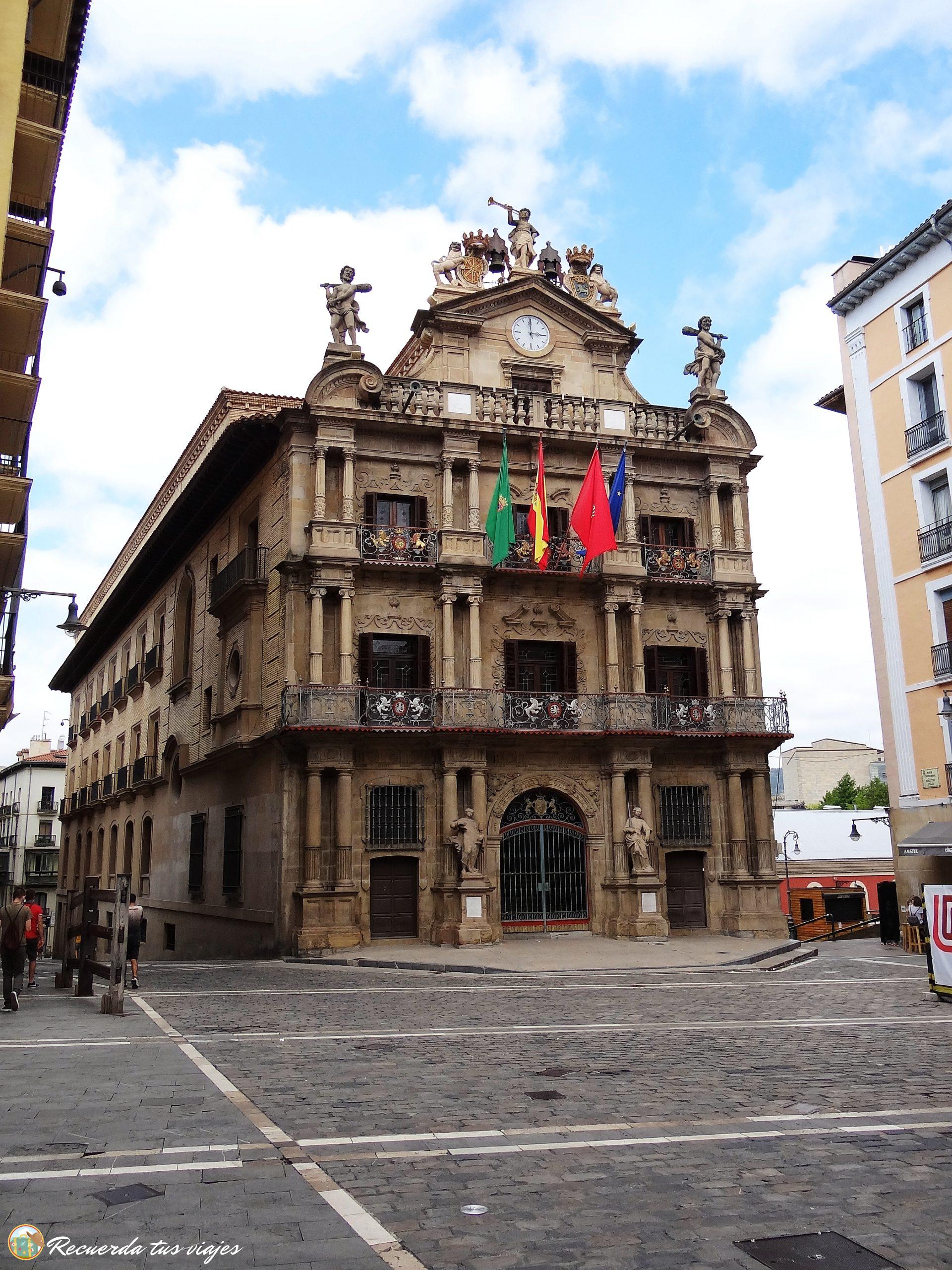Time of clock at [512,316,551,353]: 2:59
